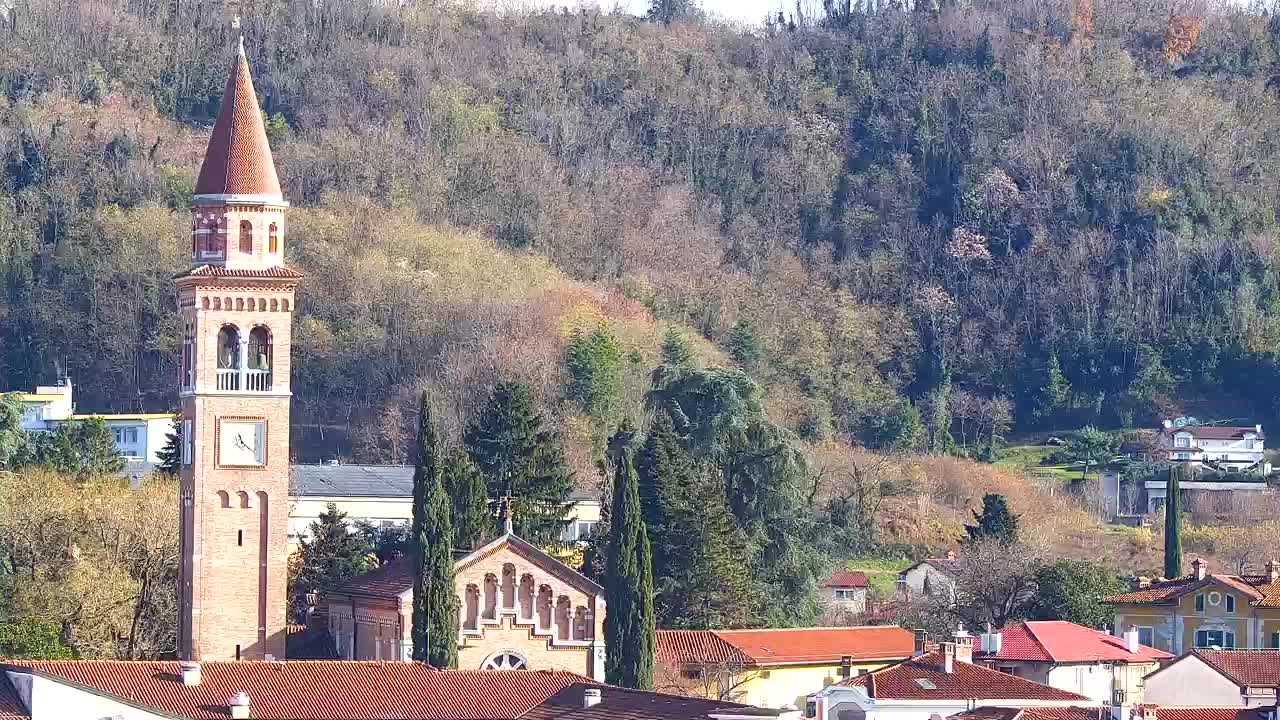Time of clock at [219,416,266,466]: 11:21
